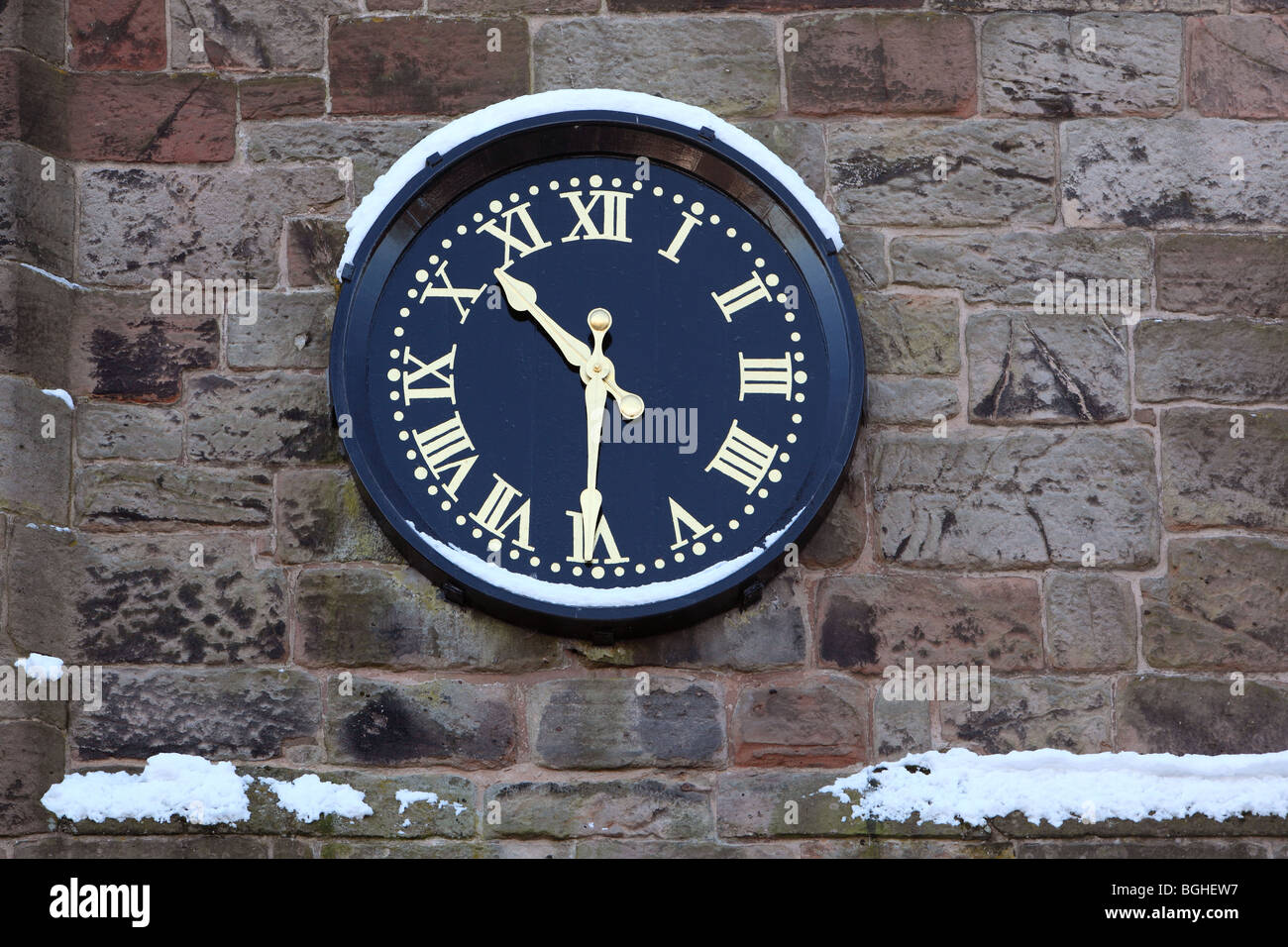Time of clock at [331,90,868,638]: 10:30
